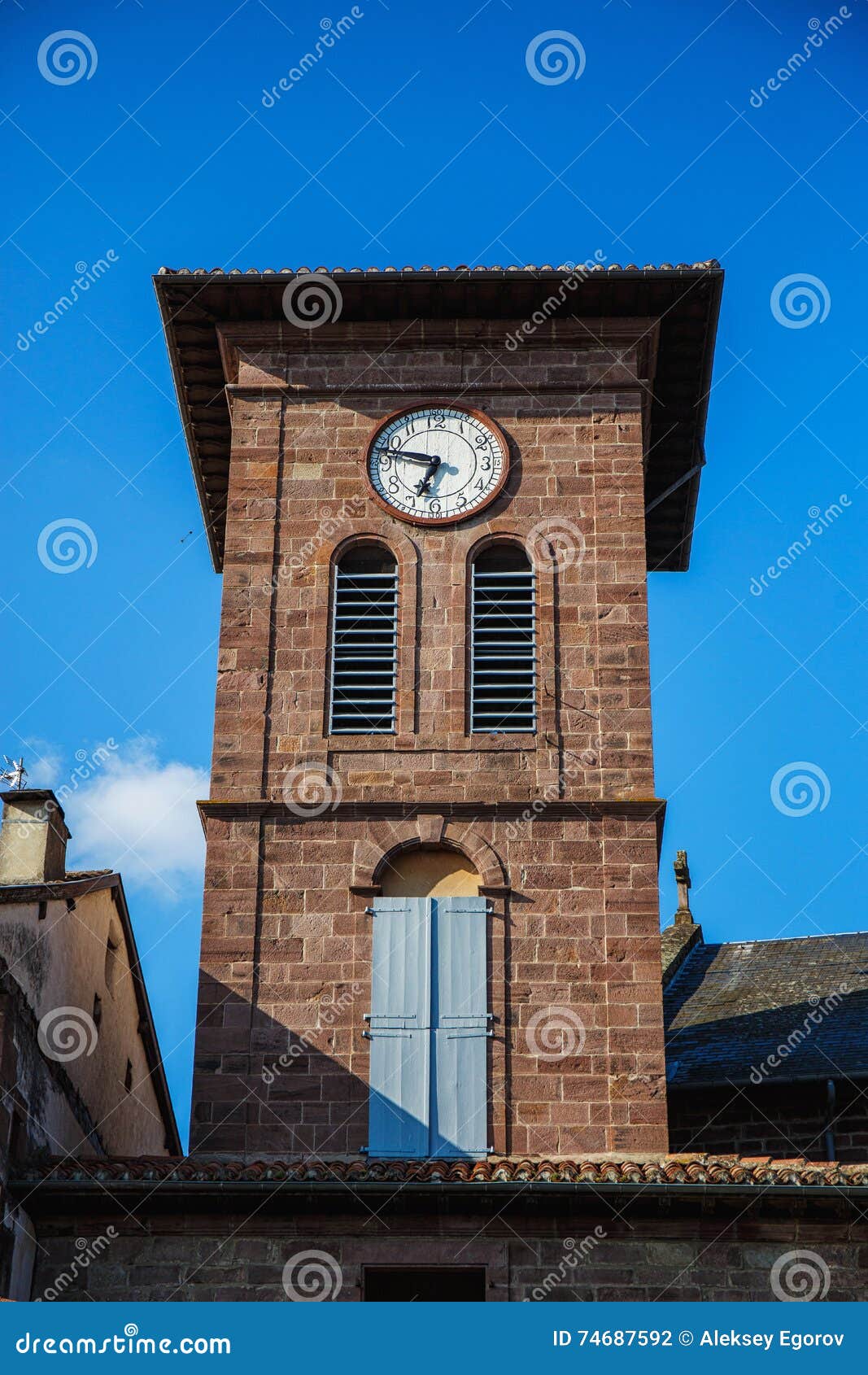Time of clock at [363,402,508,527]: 6:47
